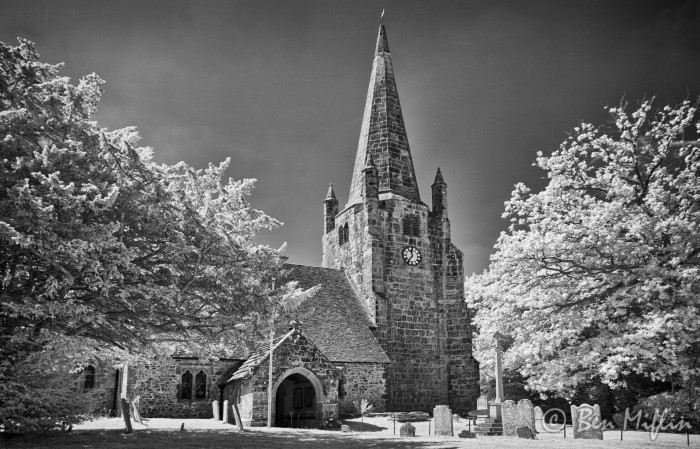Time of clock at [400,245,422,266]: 11:36
